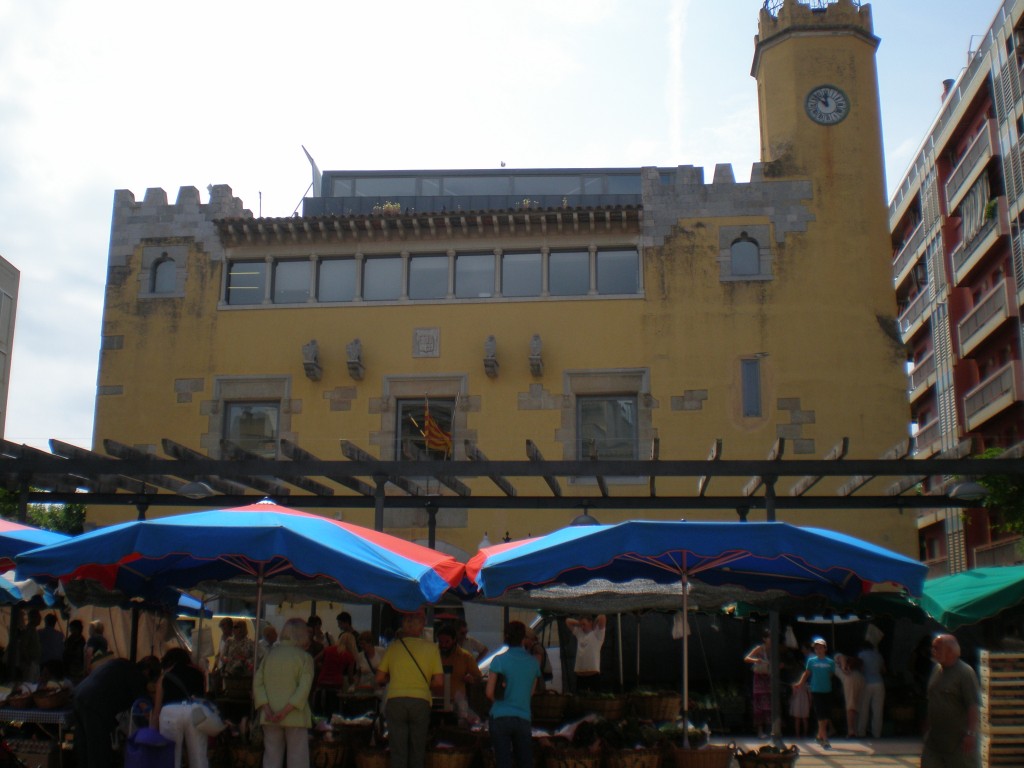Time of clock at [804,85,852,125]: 11:52
